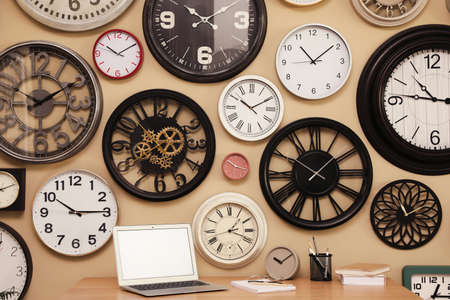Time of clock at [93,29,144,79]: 10:09
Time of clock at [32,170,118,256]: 10:14
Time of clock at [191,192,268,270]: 1:18
